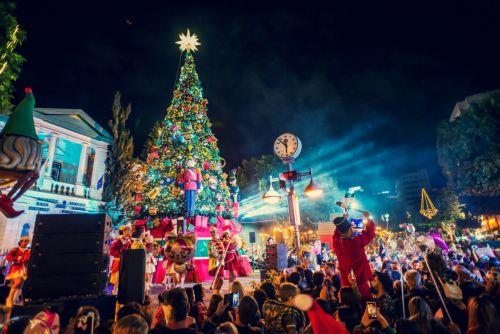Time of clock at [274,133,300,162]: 5:53
